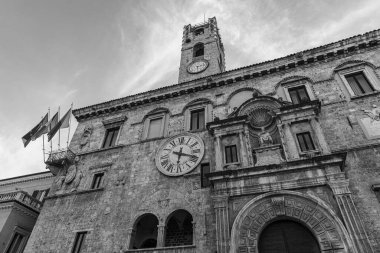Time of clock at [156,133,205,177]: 6:18
